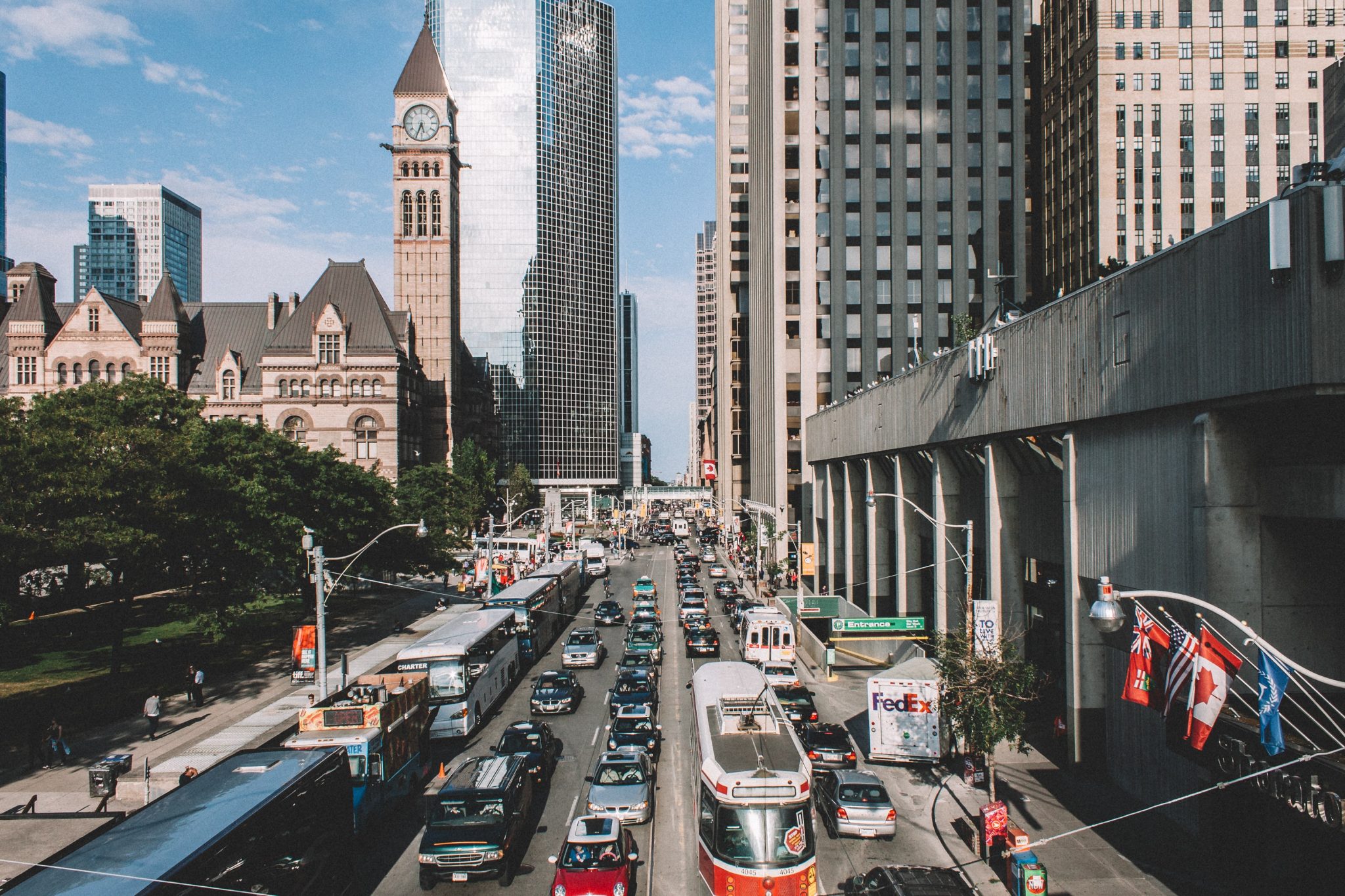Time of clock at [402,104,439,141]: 5:34
